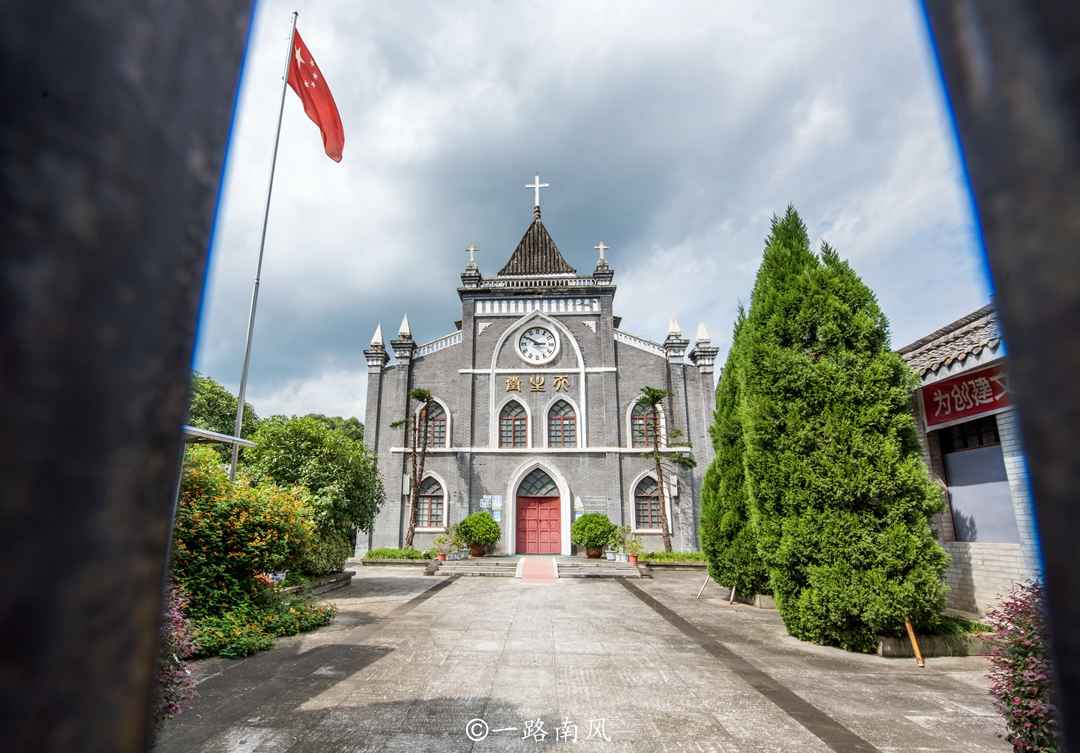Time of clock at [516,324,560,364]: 2:50
